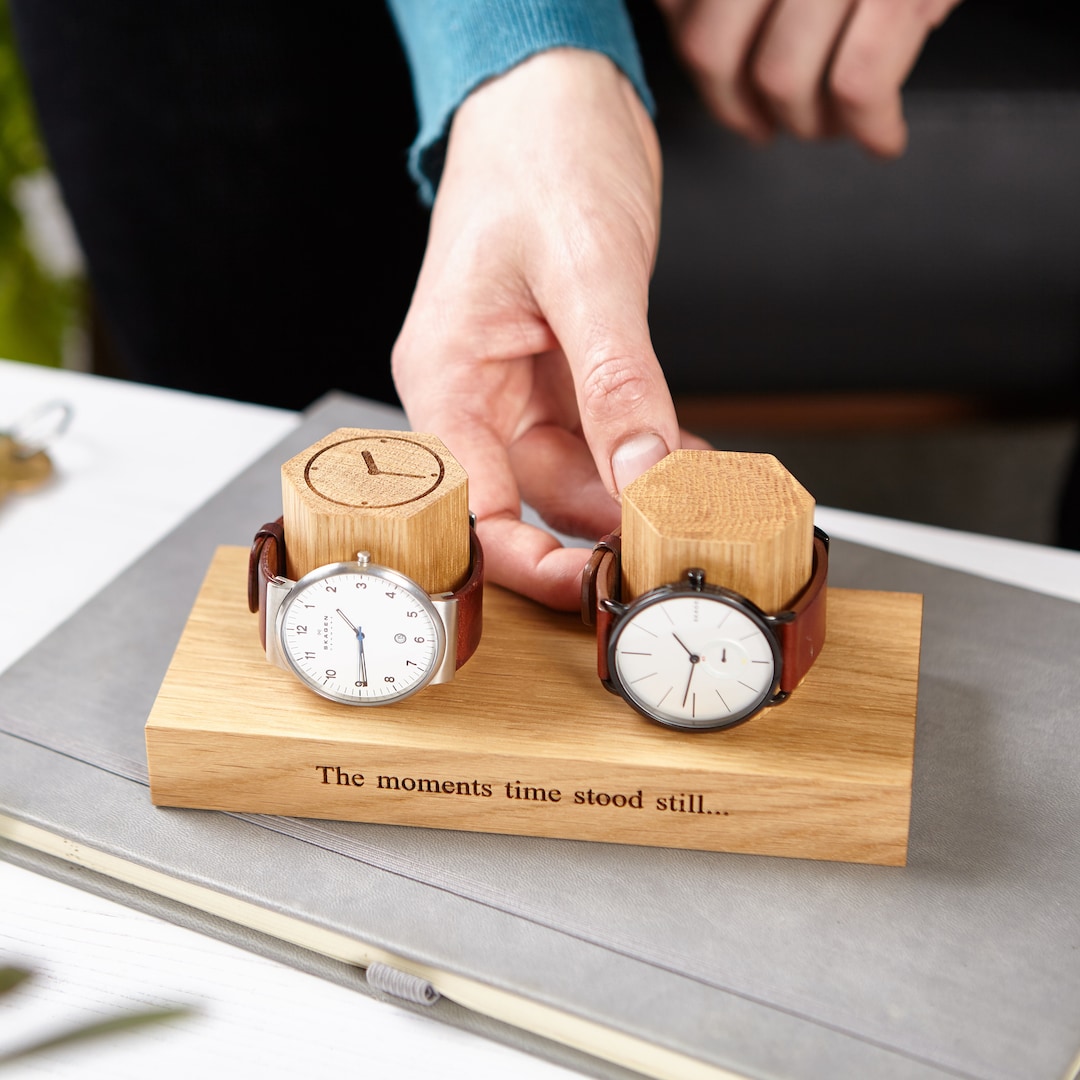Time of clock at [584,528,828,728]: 10:31
